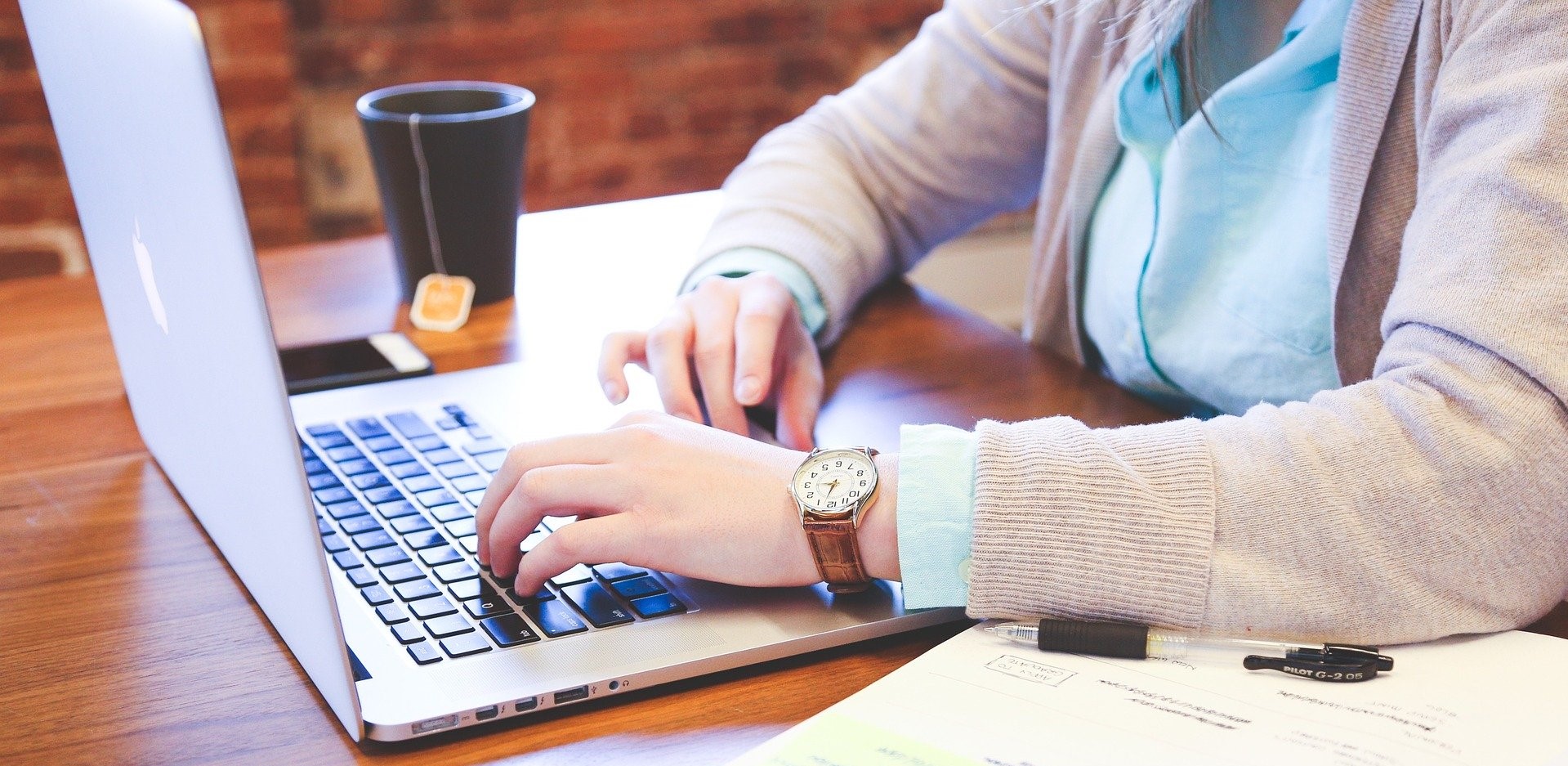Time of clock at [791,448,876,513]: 9:33
